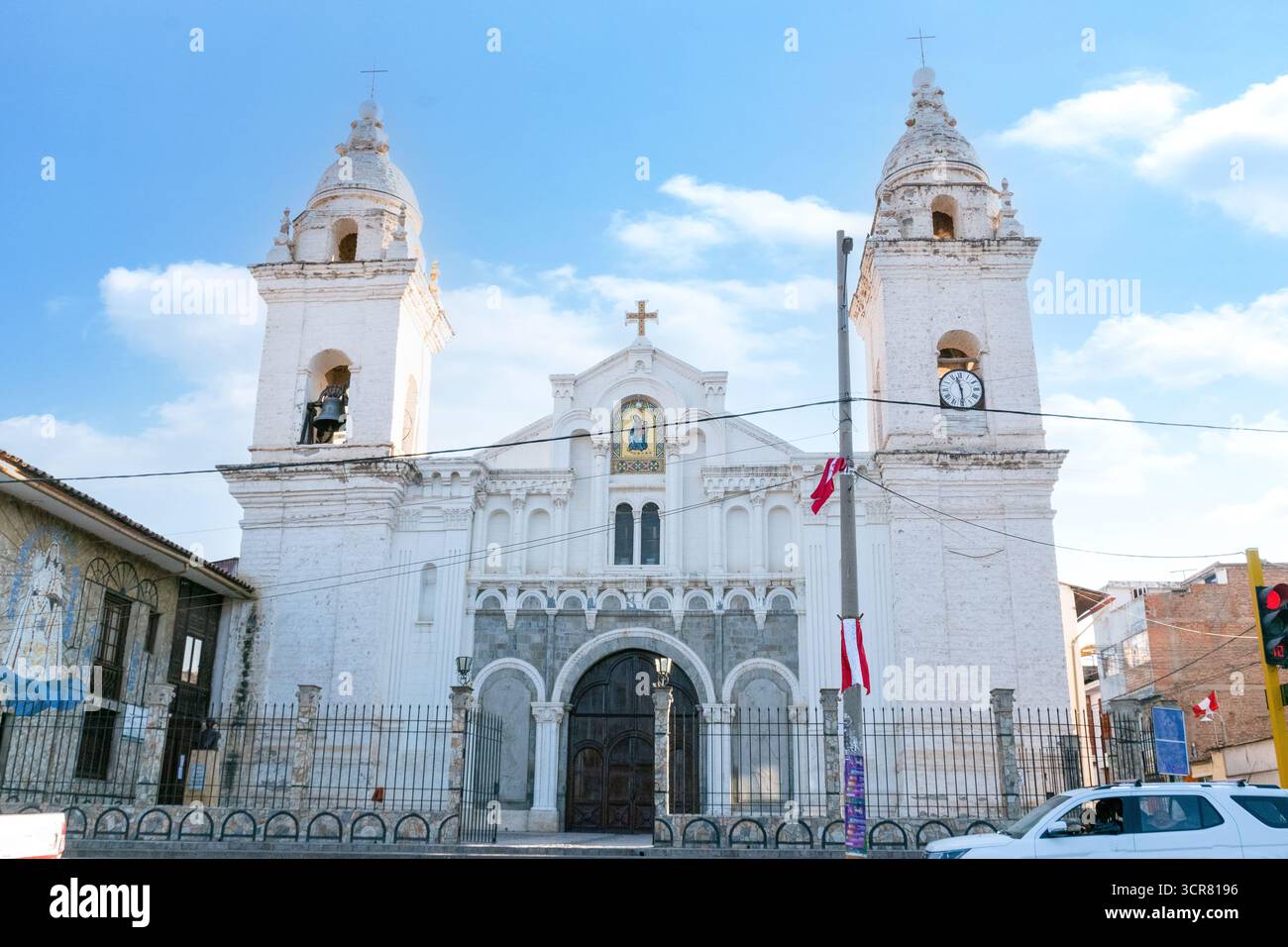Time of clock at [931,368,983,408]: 11:29
